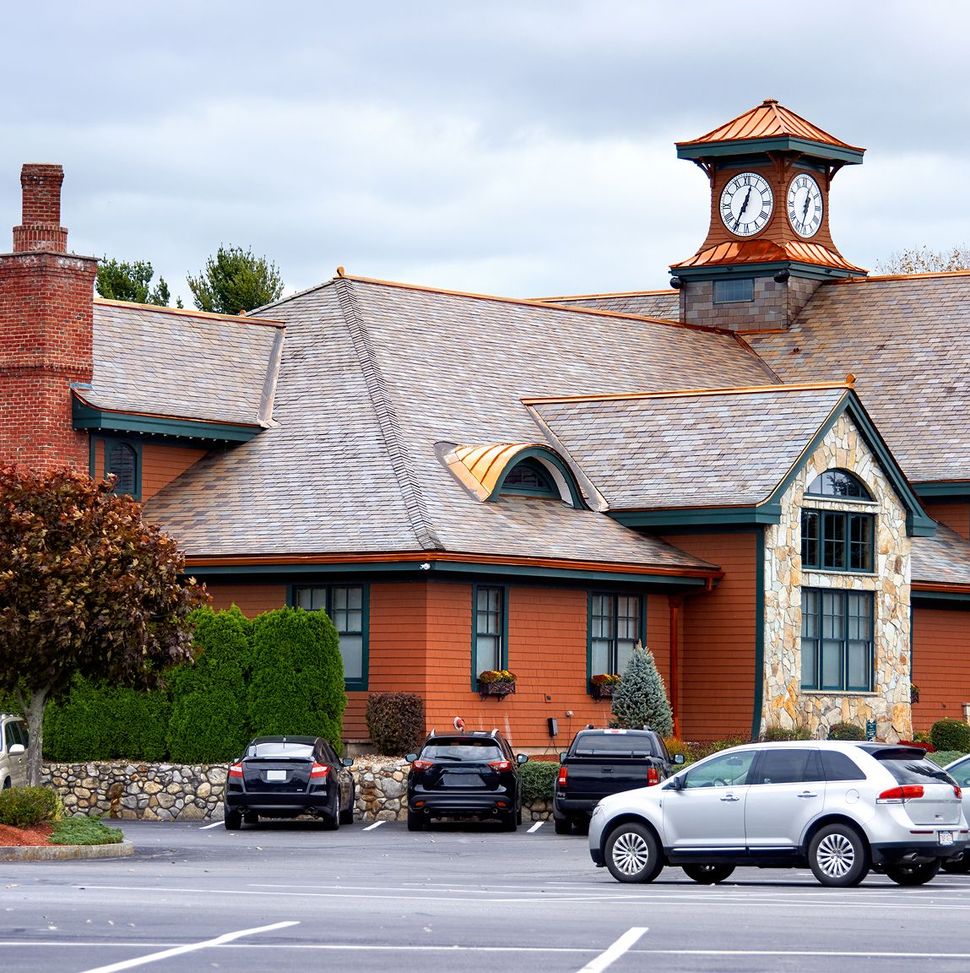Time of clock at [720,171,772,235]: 12:34
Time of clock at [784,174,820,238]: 12:32
